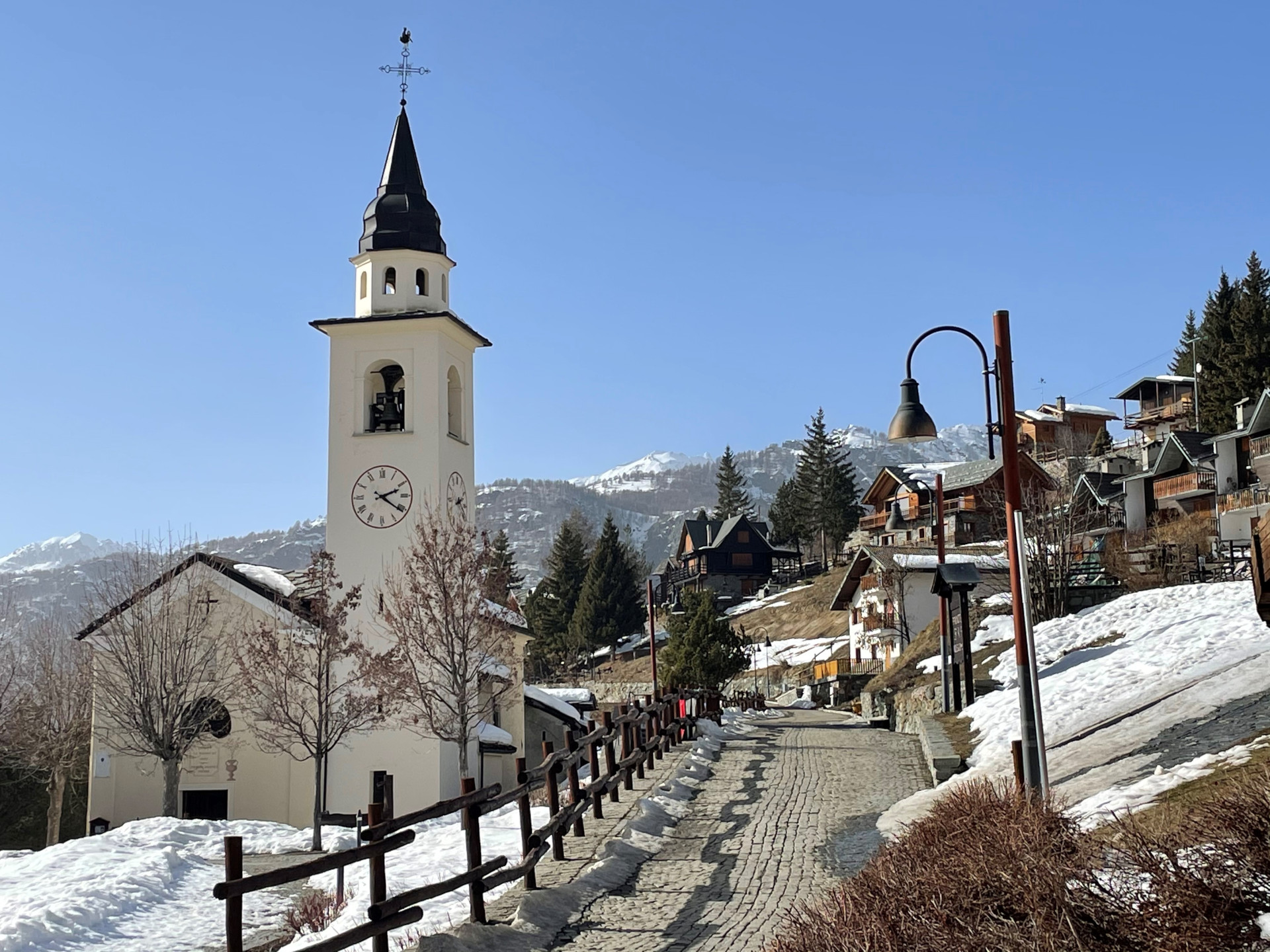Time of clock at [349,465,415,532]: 2:20
